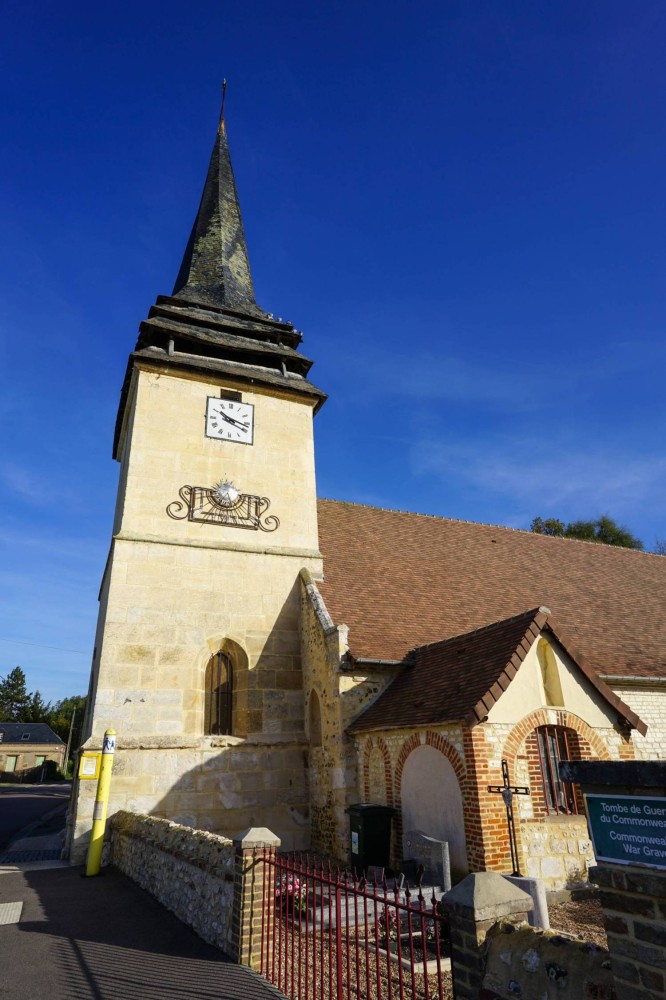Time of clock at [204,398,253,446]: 10:17
